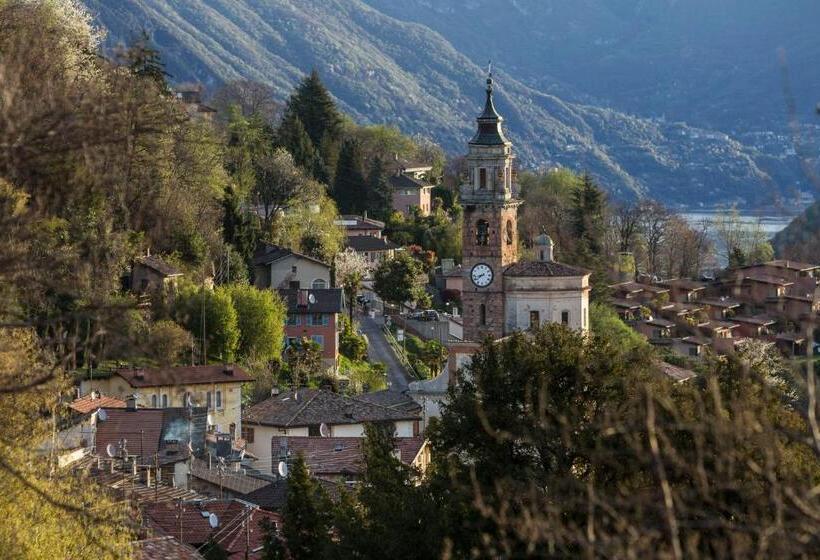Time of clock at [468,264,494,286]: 7:42
